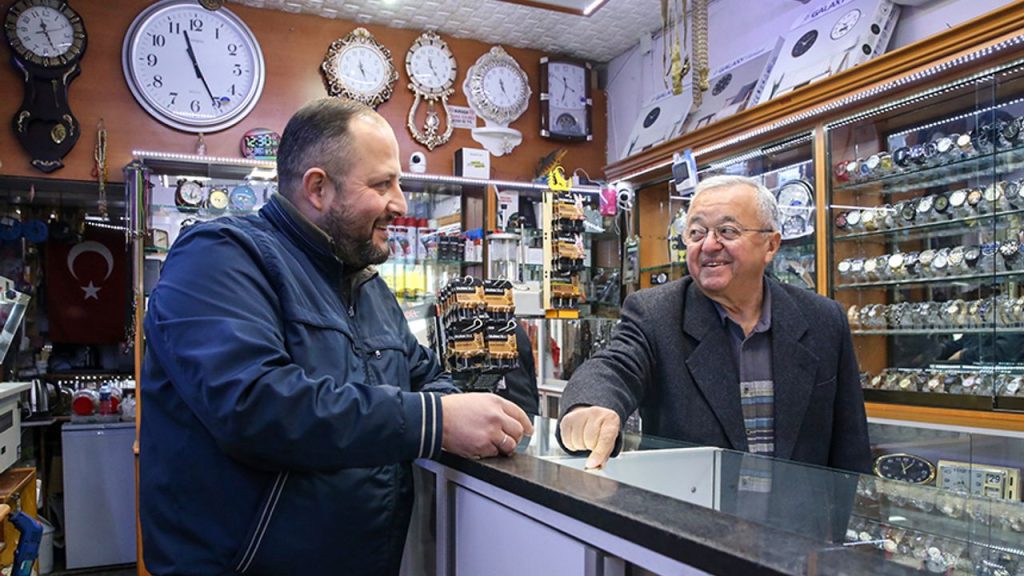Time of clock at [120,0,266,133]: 11:25
